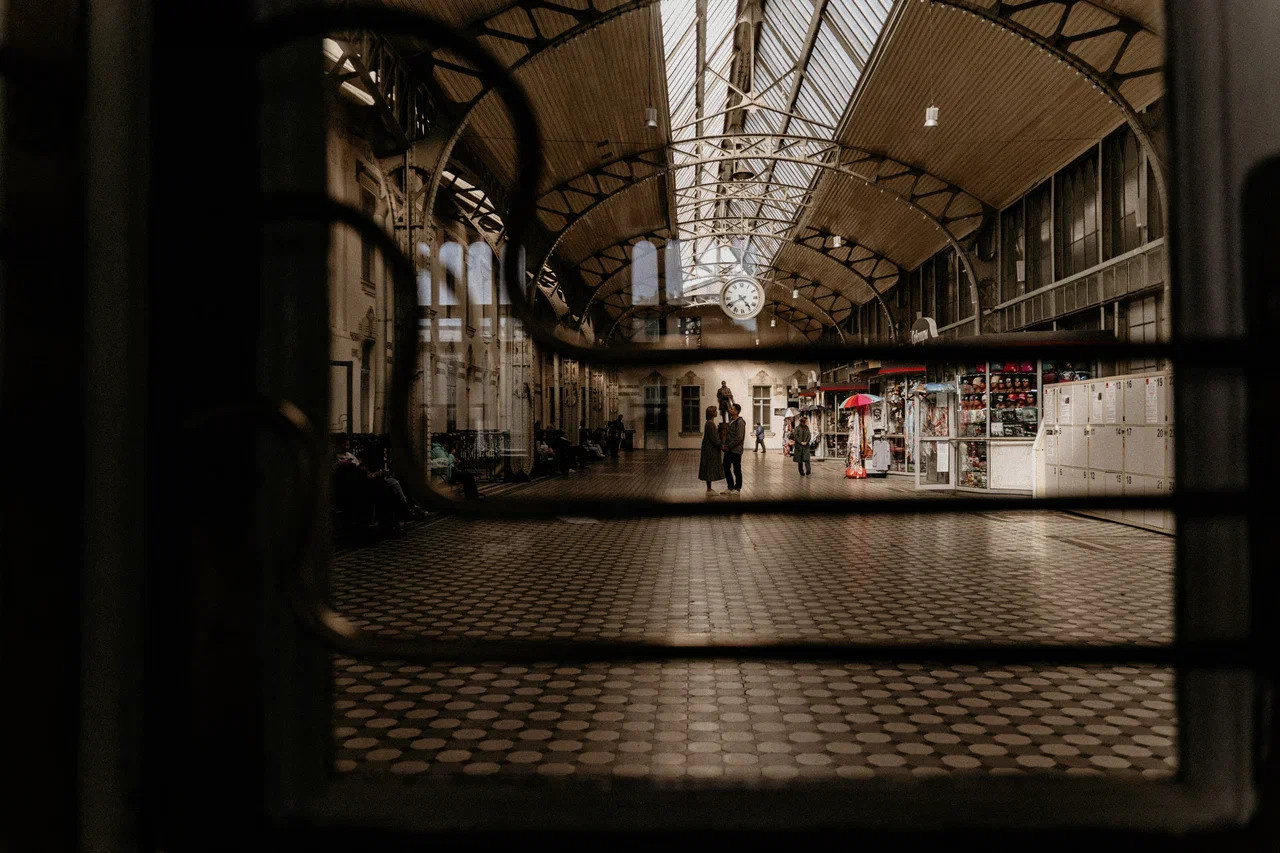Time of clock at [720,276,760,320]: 4:40
